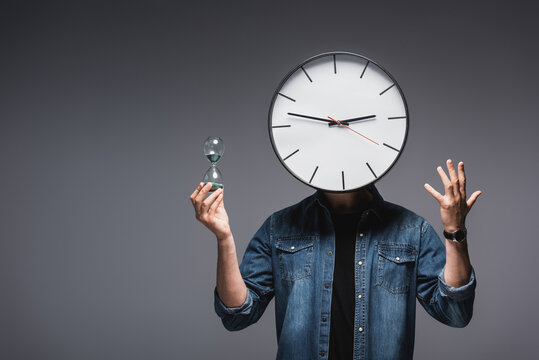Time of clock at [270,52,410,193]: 2:47
